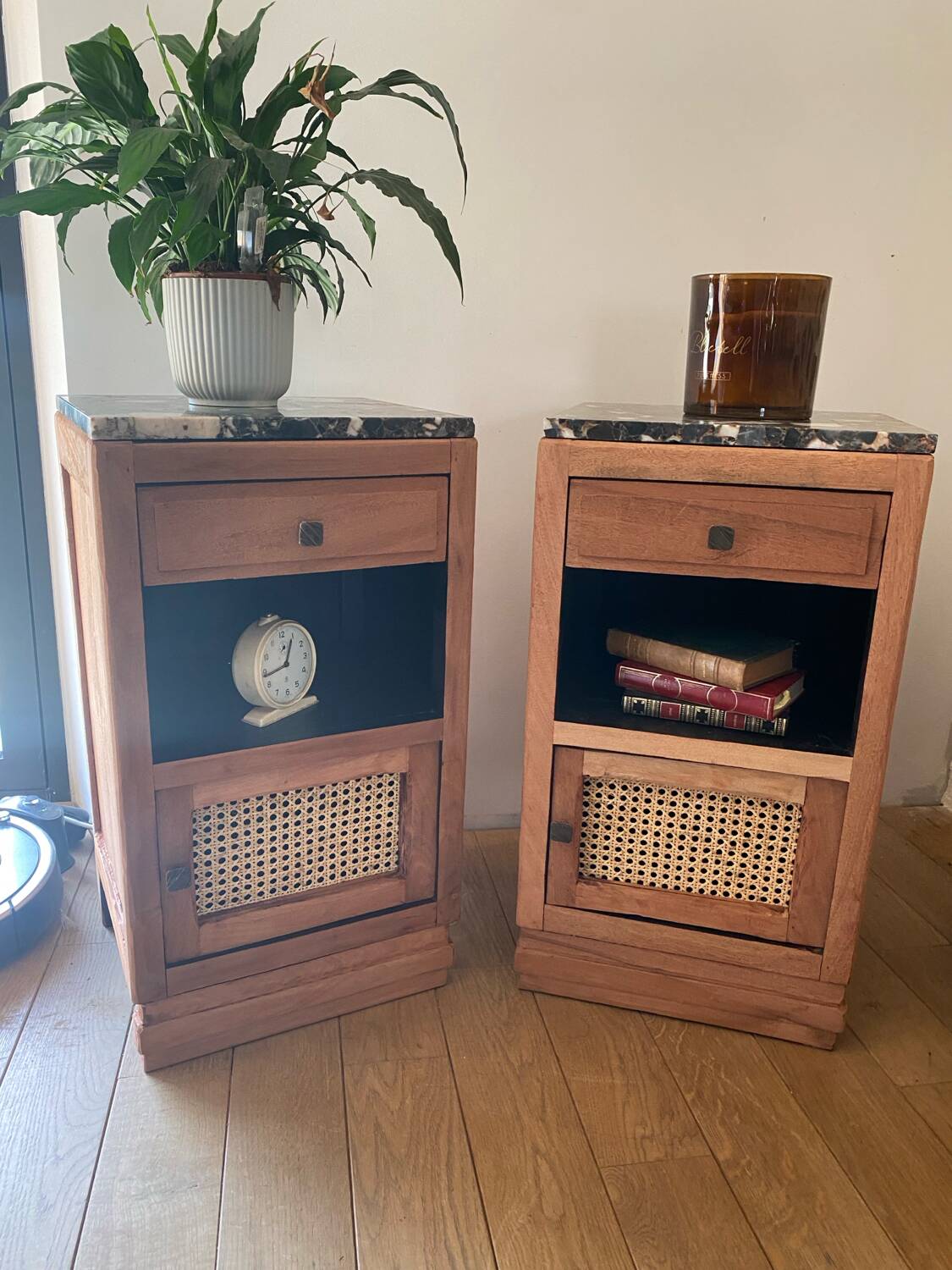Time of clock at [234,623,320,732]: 12:43
